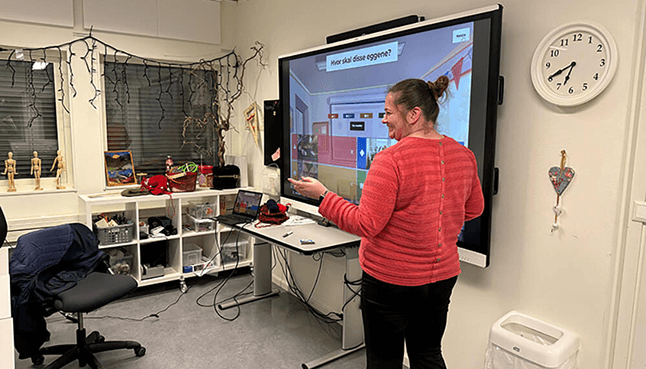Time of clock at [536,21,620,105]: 6:40
